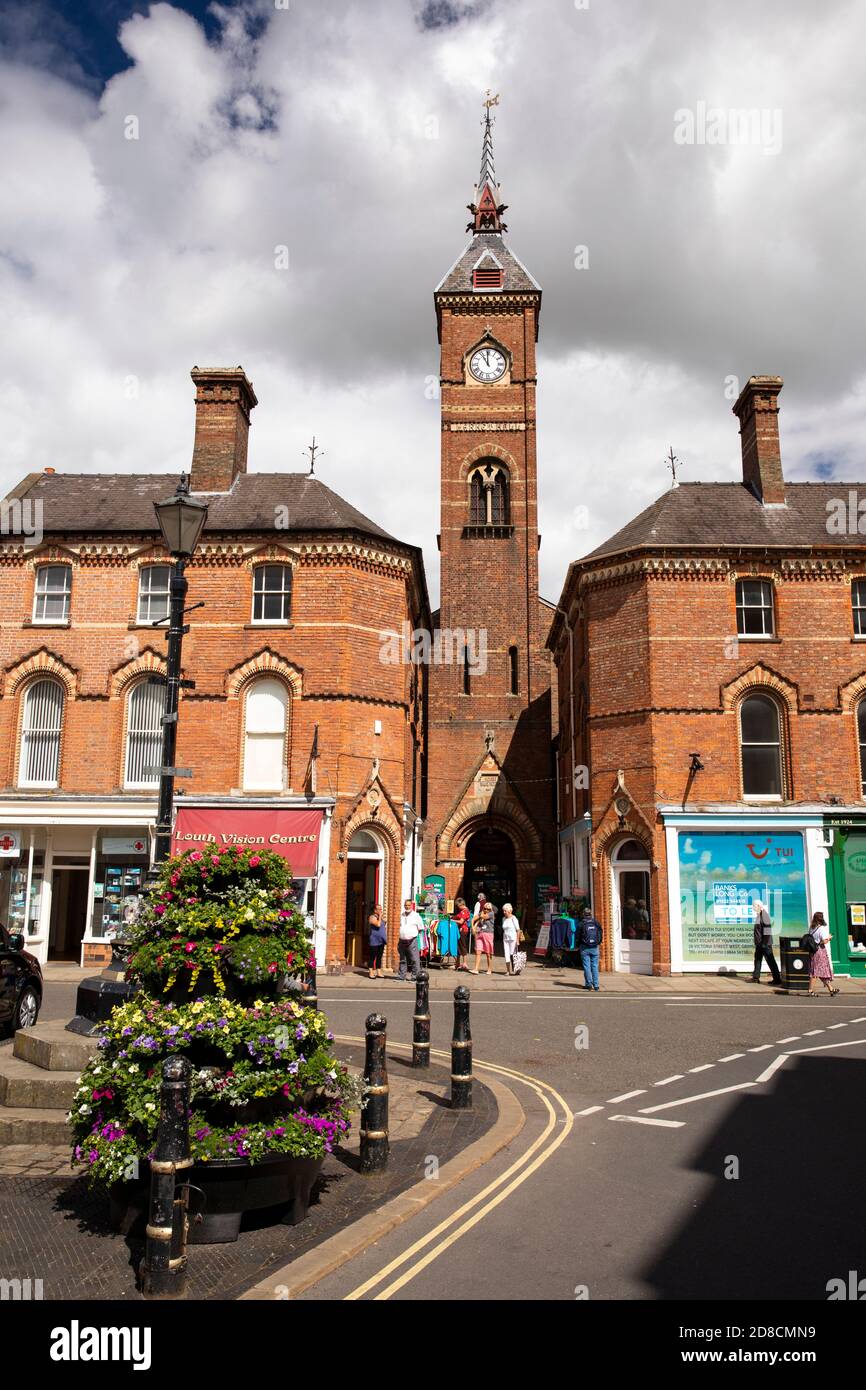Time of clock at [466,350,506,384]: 10:59
